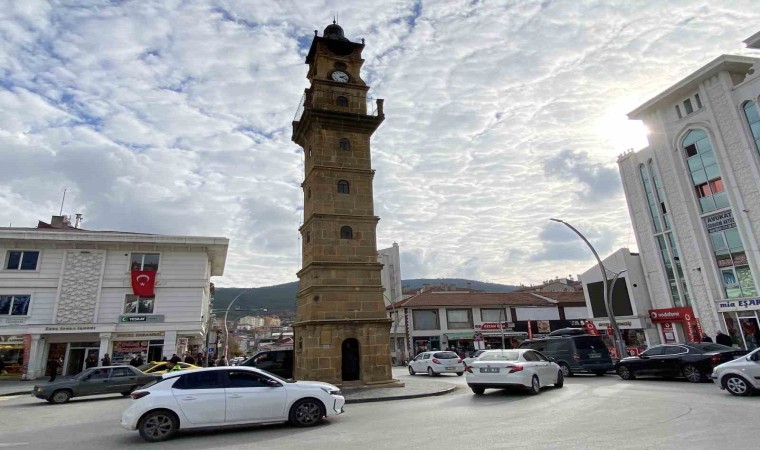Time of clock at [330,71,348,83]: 2:18
